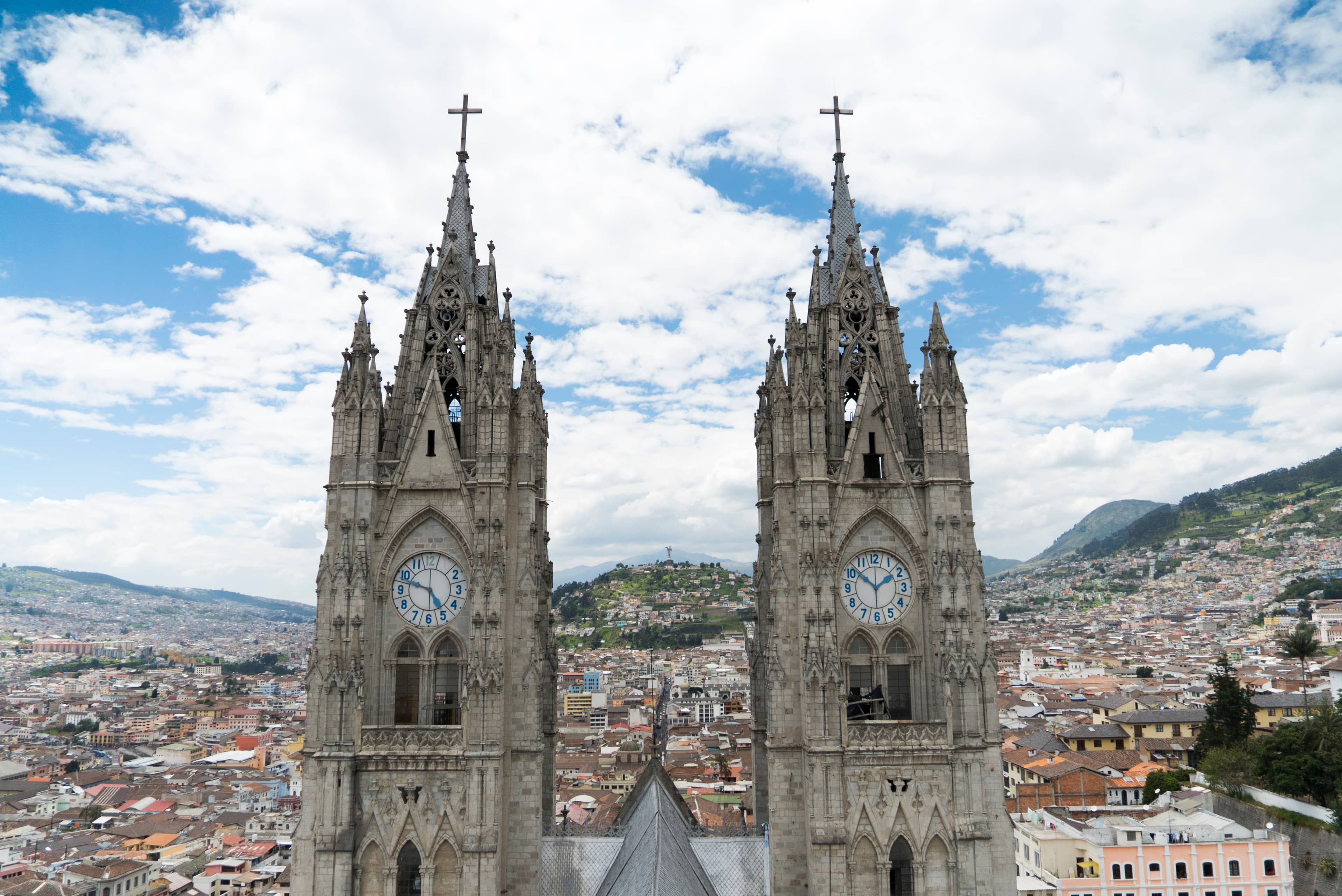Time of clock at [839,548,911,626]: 1:51
